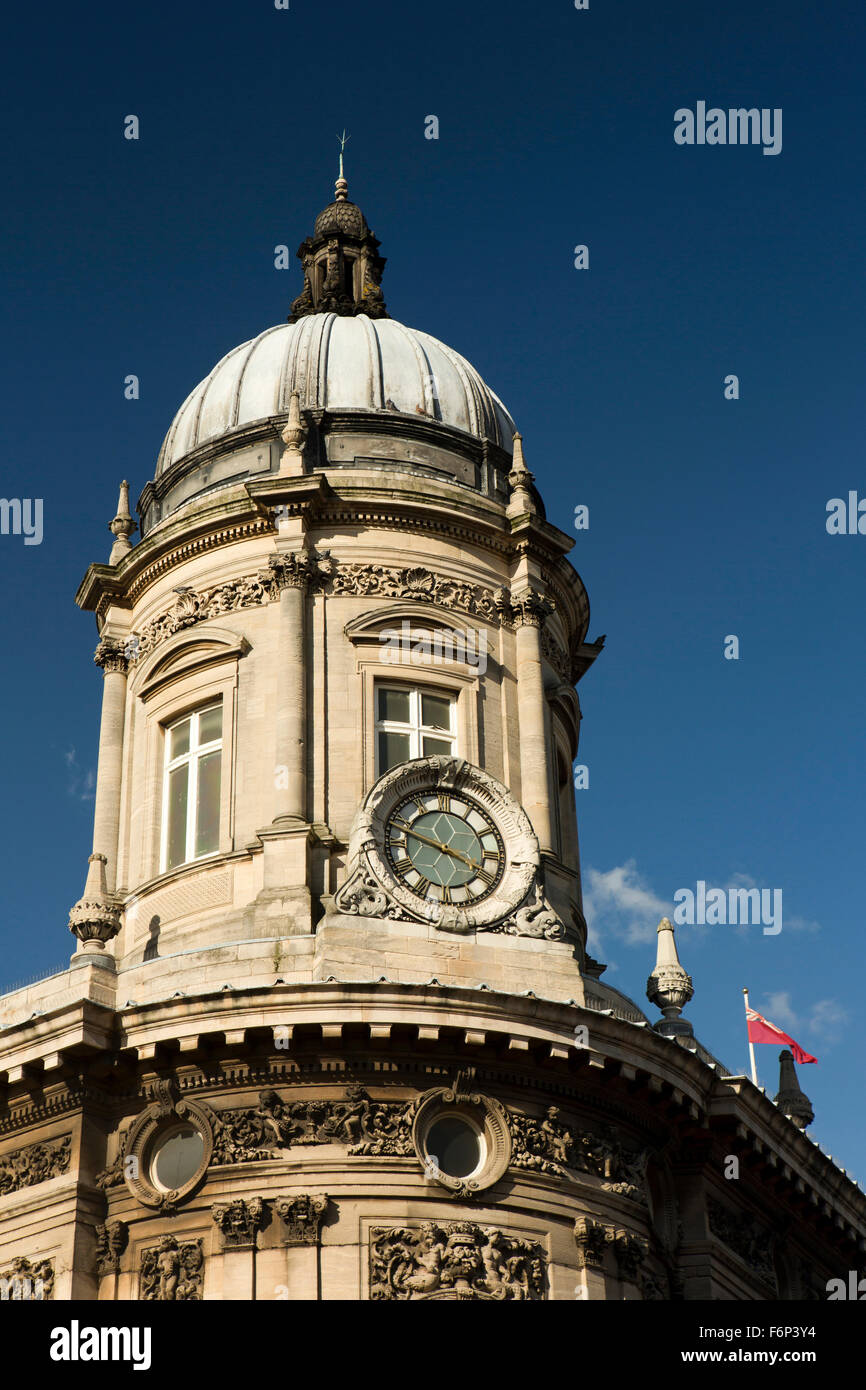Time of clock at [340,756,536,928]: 3:47
